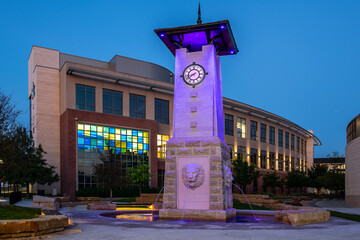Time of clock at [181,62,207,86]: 8:38
